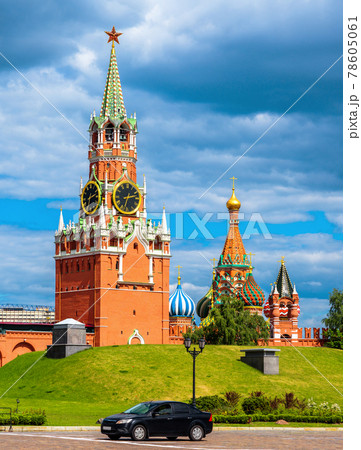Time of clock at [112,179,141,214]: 2:32
